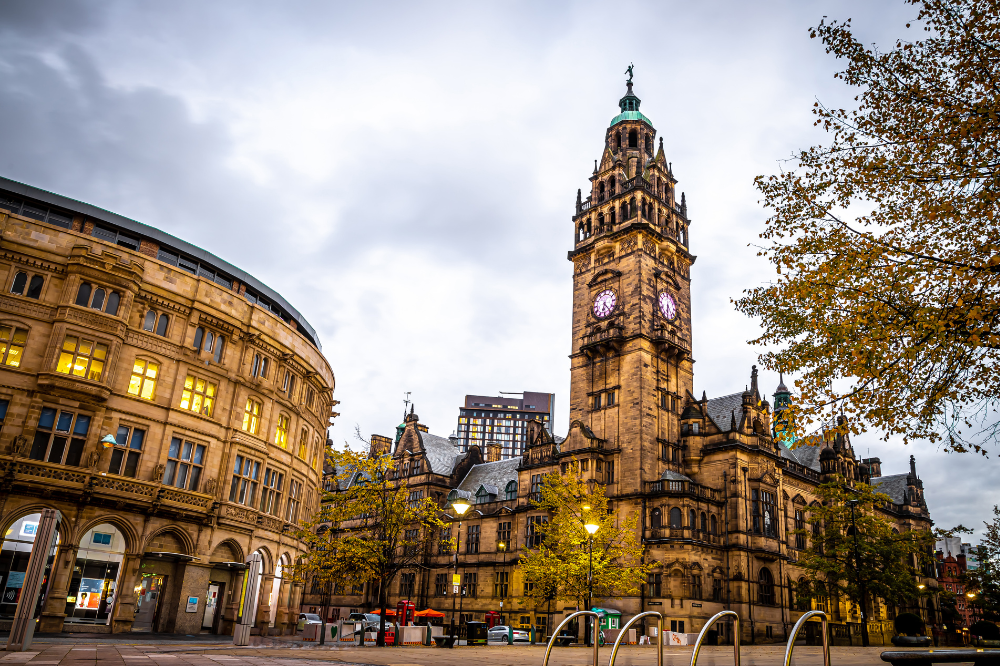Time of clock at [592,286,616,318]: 6:23
